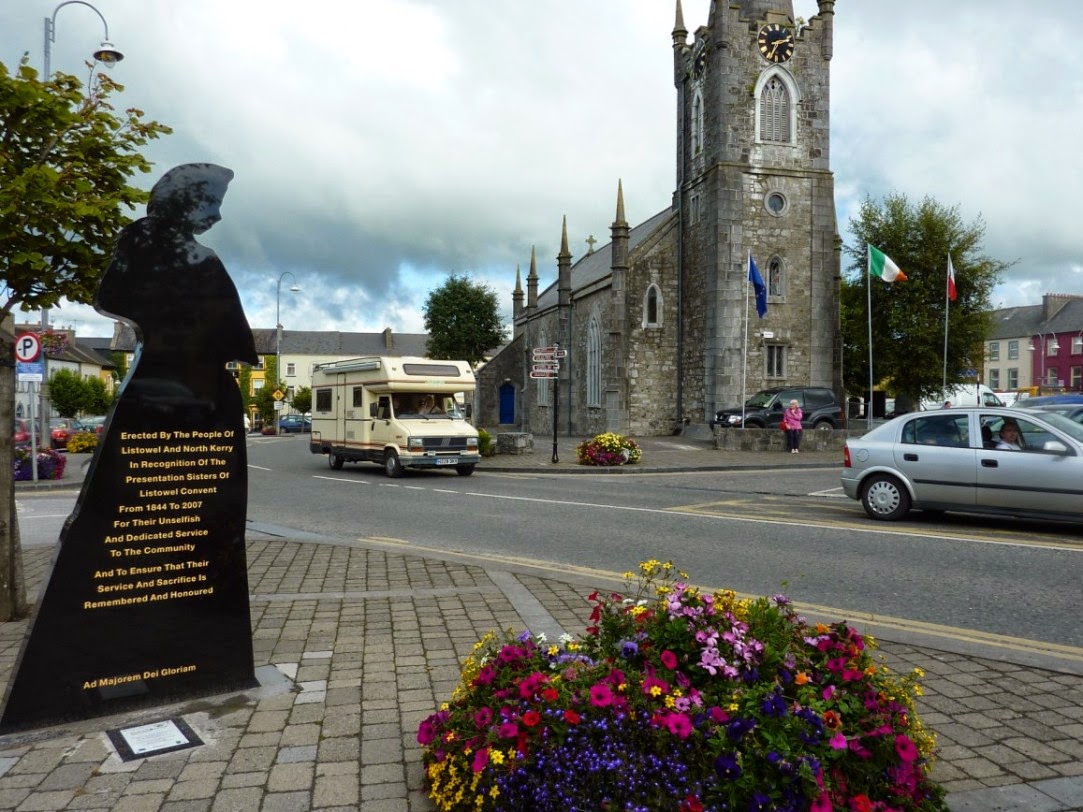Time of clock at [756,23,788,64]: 2:34
